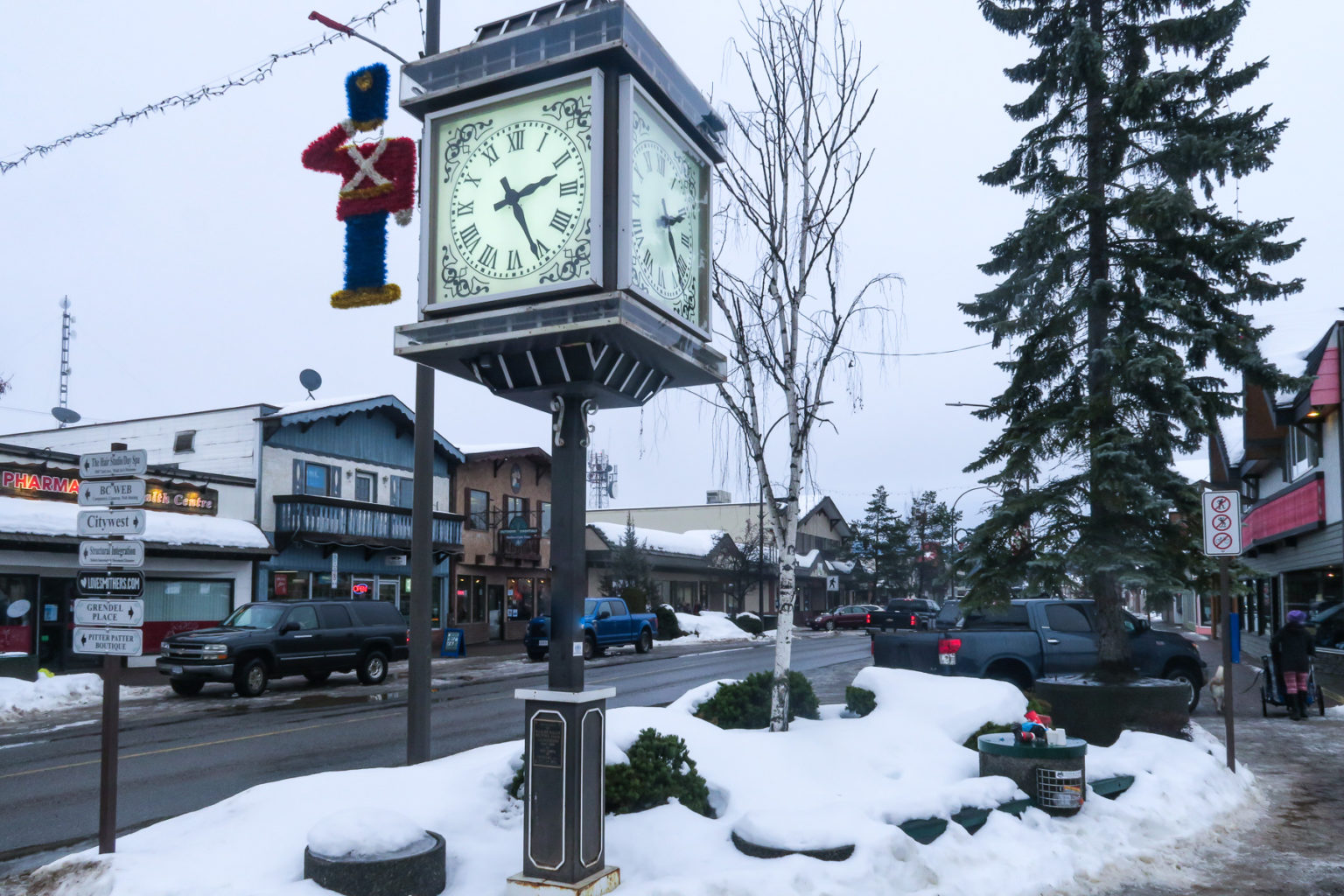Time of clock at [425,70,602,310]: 2:25
